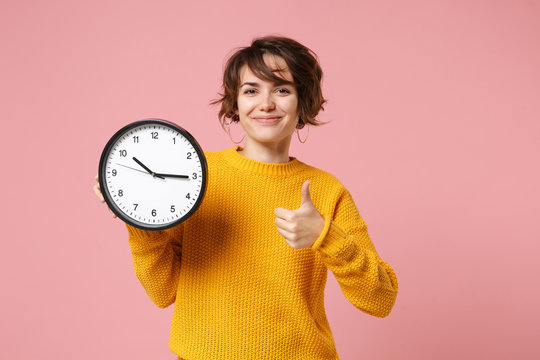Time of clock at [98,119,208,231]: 10:15
